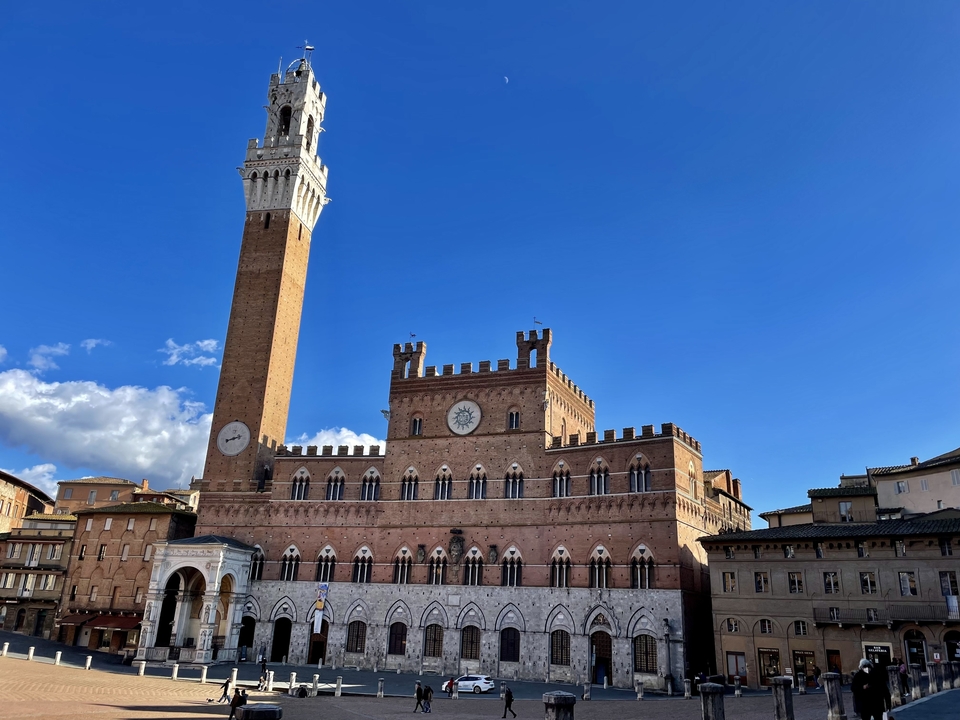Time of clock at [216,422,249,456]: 8:12
